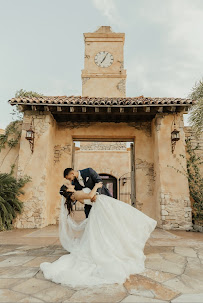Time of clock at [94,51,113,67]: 7:04
